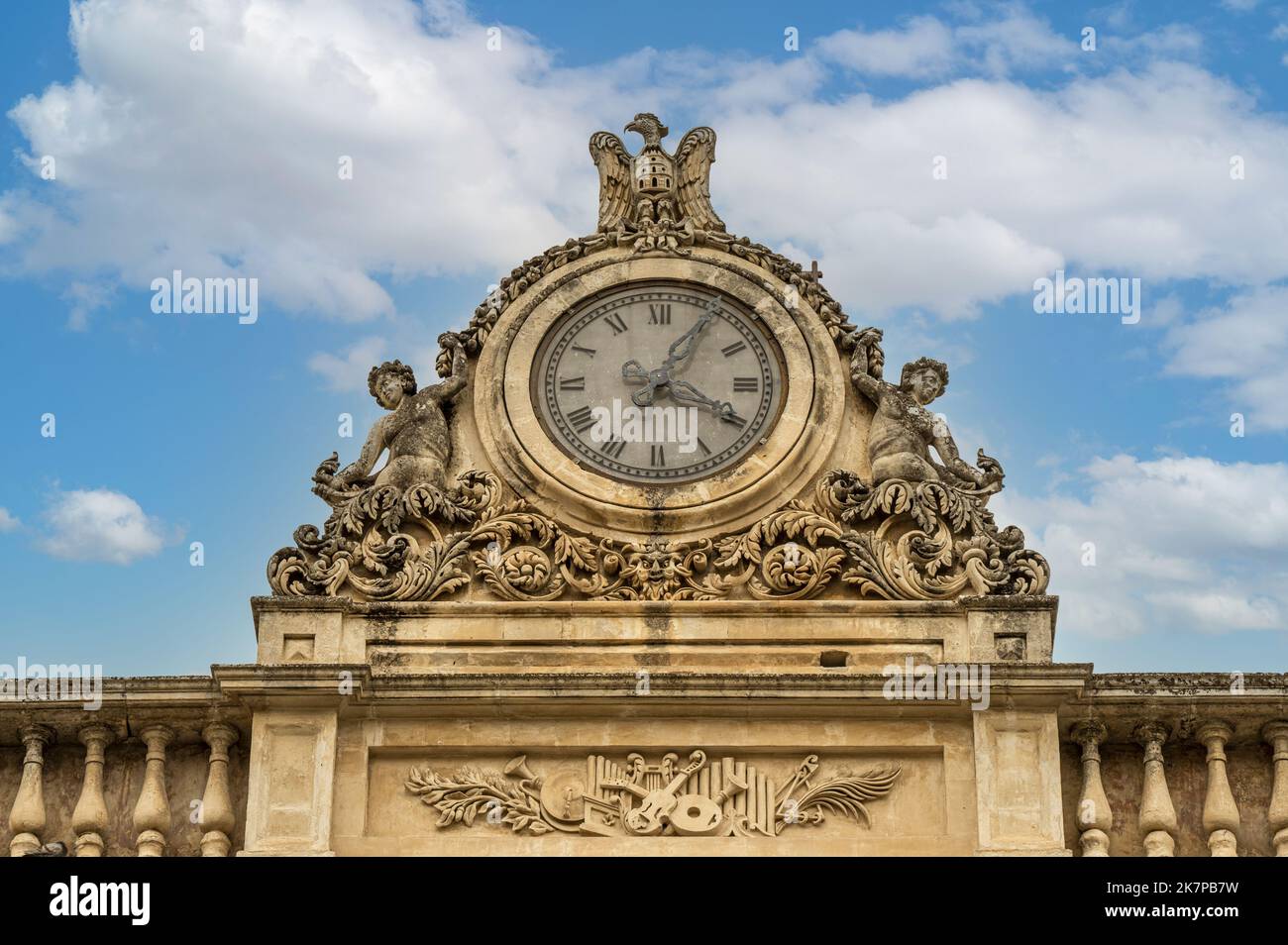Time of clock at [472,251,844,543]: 4:04
